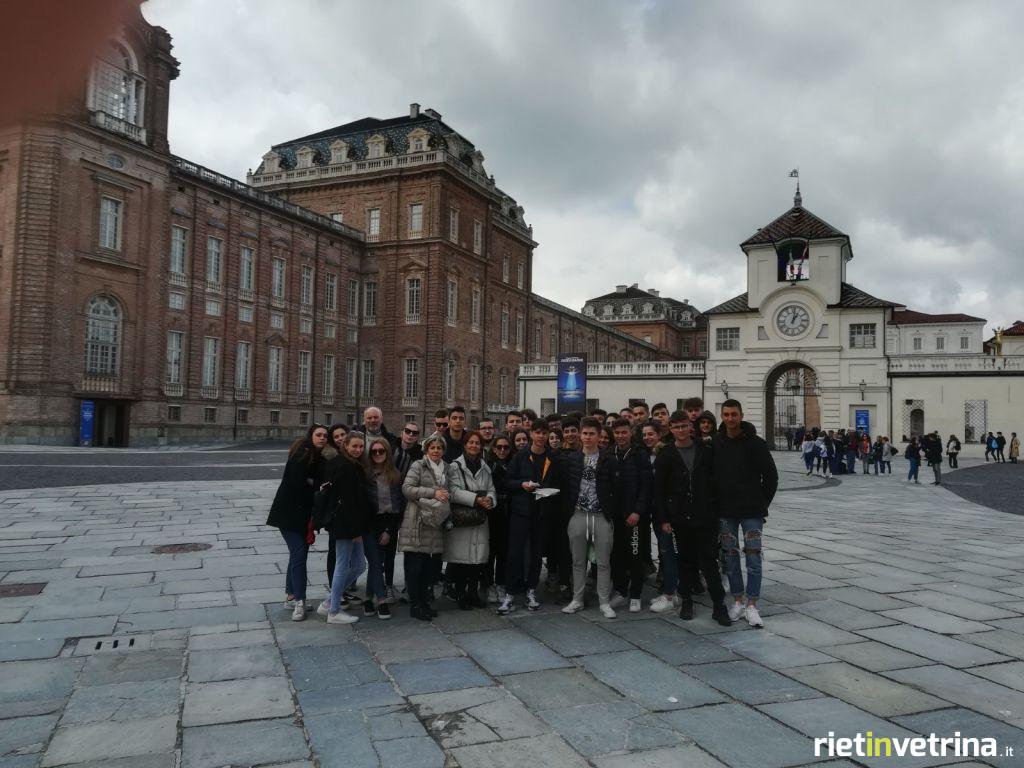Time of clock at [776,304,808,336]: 1:01
